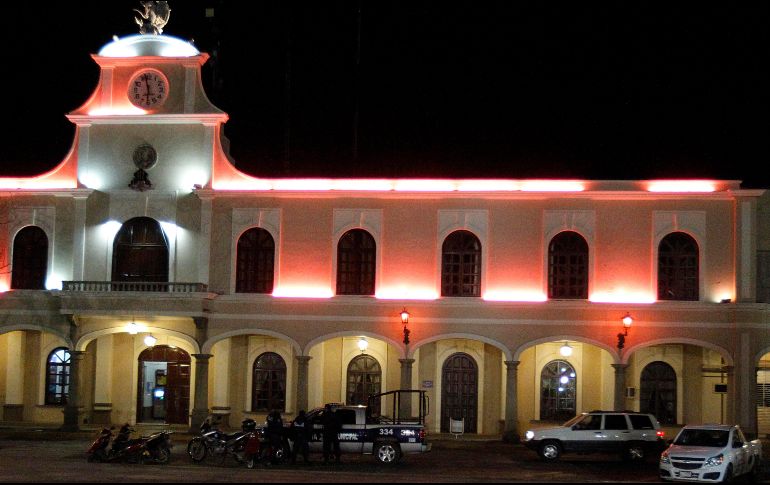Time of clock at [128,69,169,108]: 5:57
